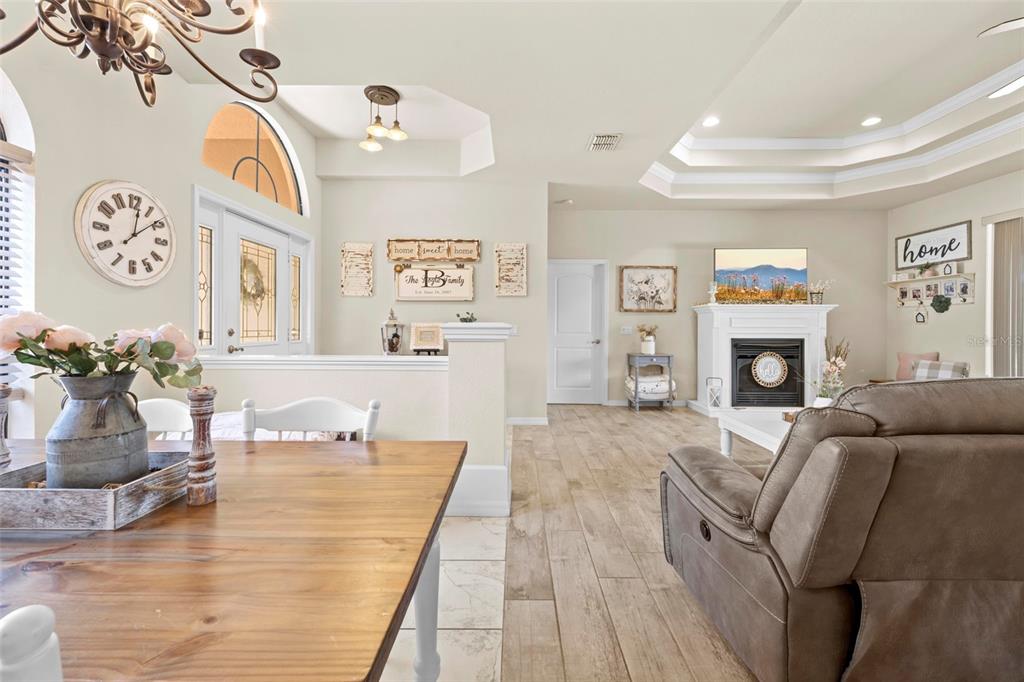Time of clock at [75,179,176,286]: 12:08
